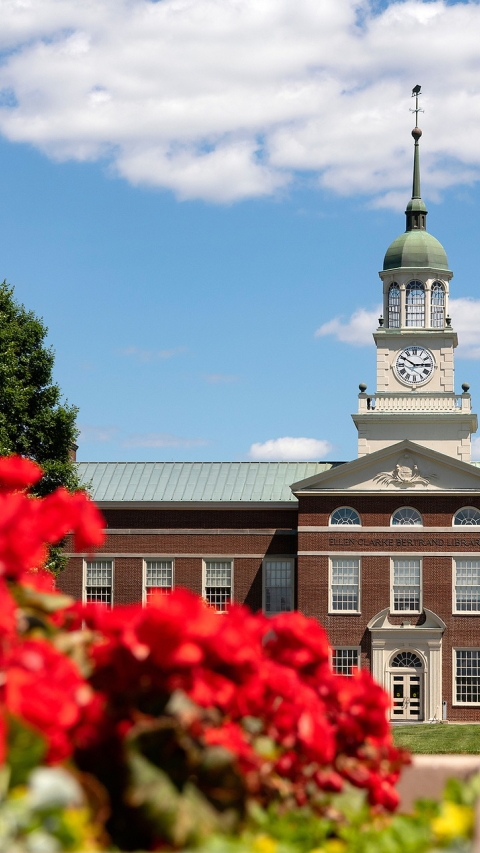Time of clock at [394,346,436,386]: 2:50
